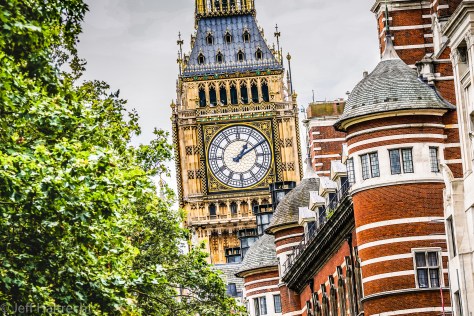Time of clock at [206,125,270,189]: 1:10
